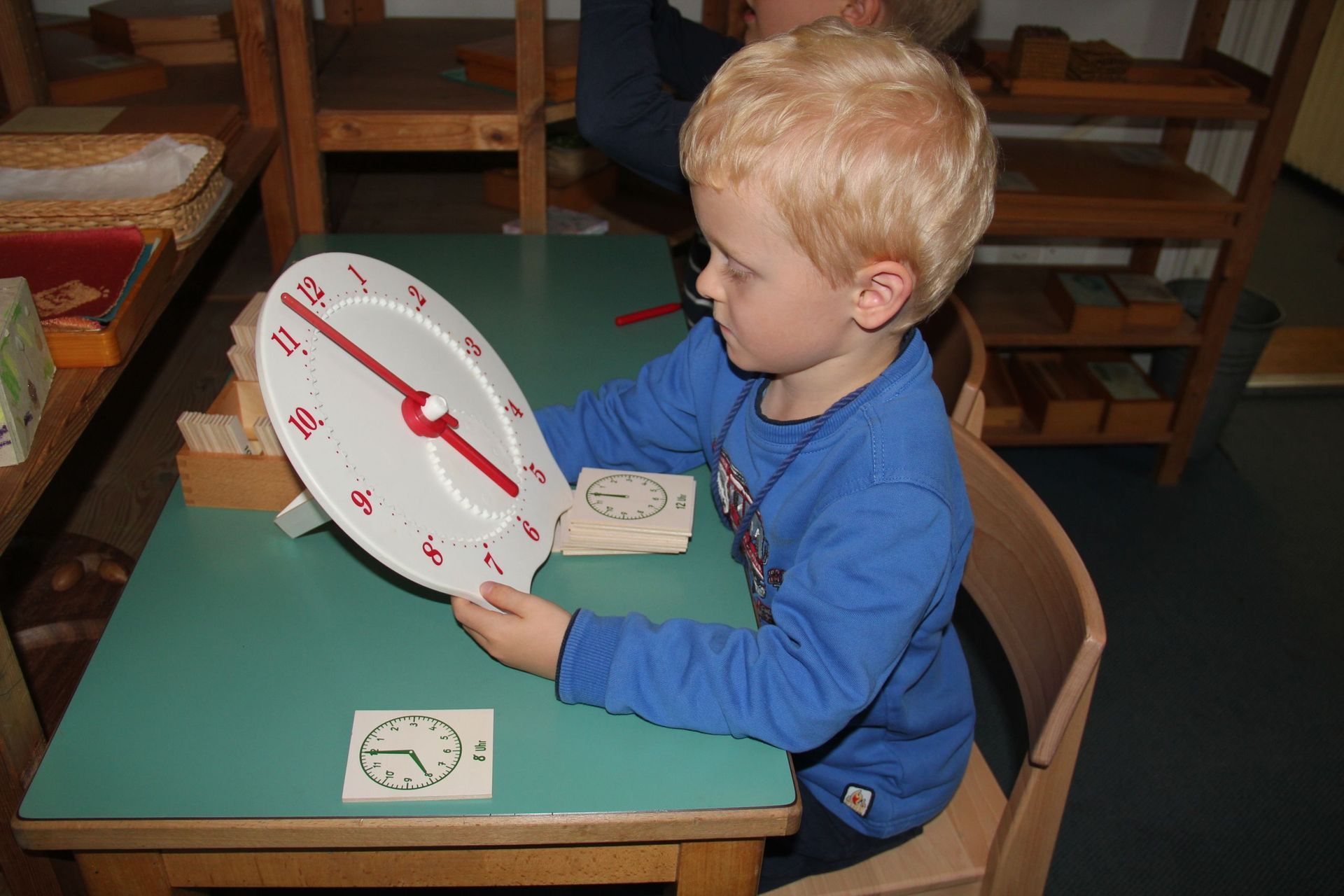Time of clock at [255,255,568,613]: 3:48
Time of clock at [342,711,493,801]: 4:45
